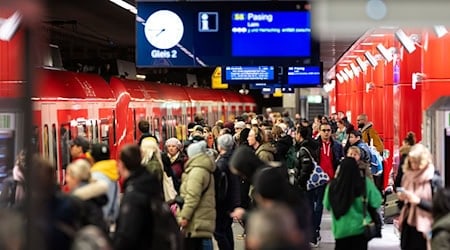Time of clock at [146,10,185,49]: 7:44
